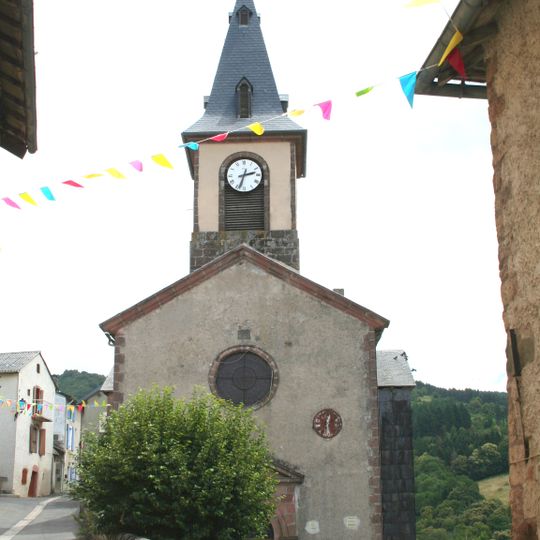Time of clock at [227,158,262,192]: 2:33
